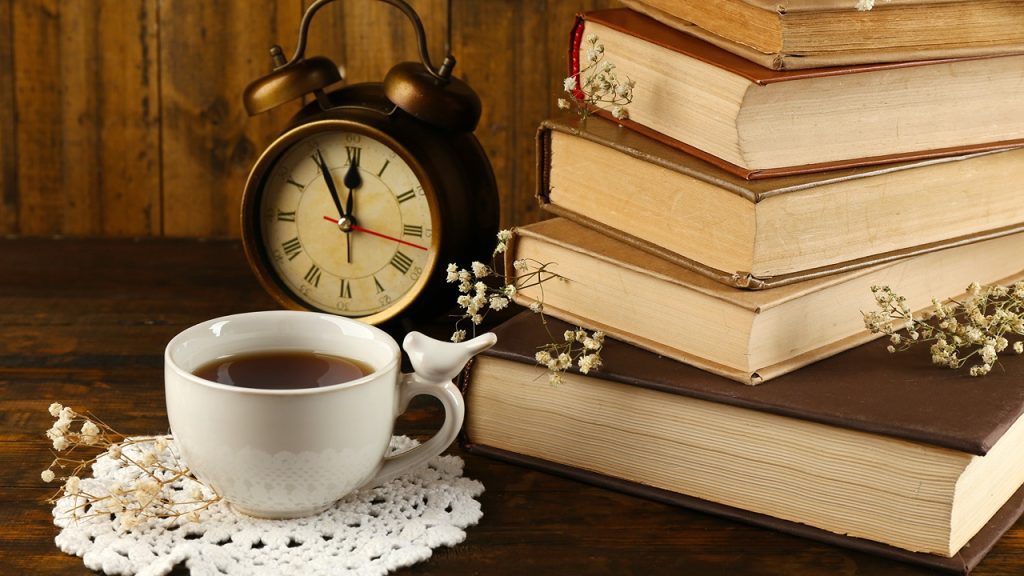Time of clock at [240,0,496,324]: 11:55
